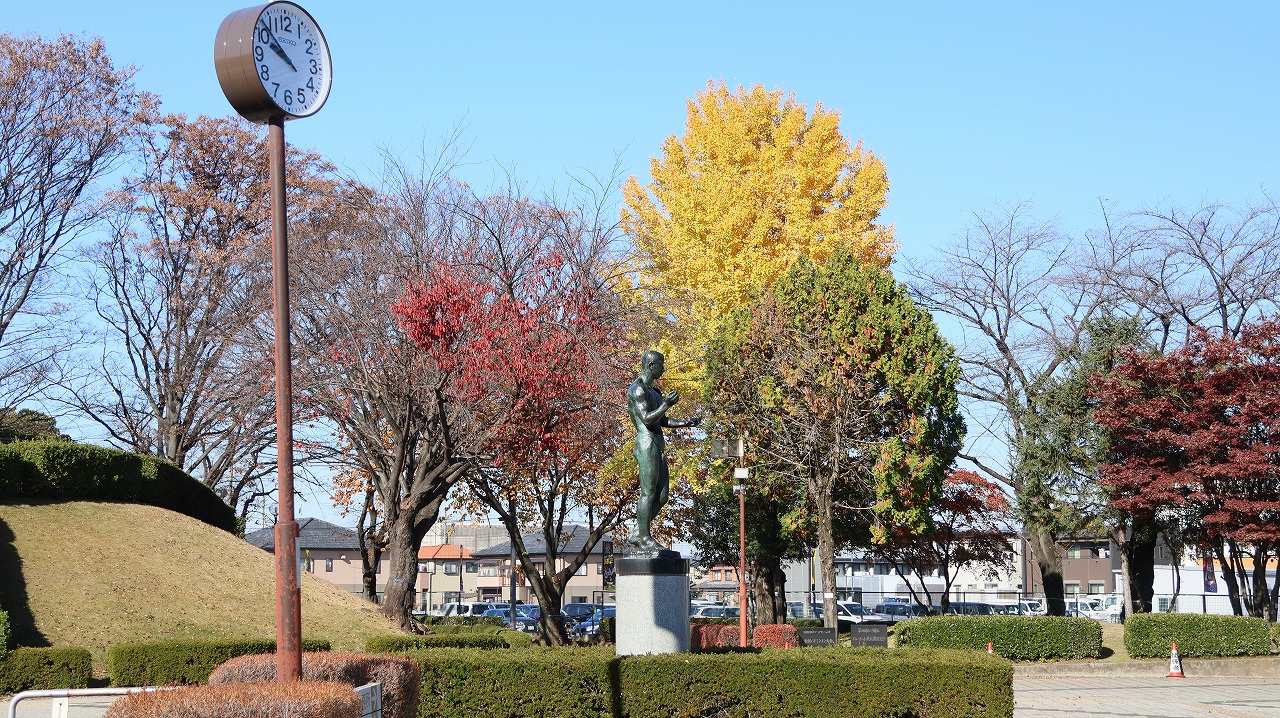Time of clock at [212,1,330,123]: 9:52
